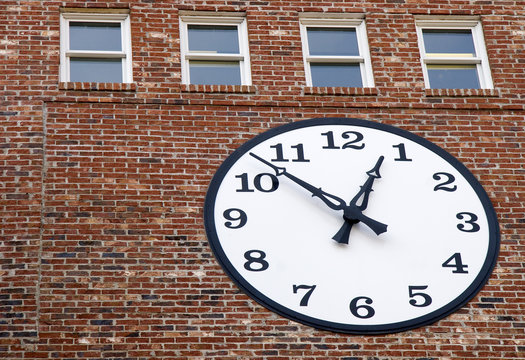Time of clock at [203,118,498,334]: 12:52
